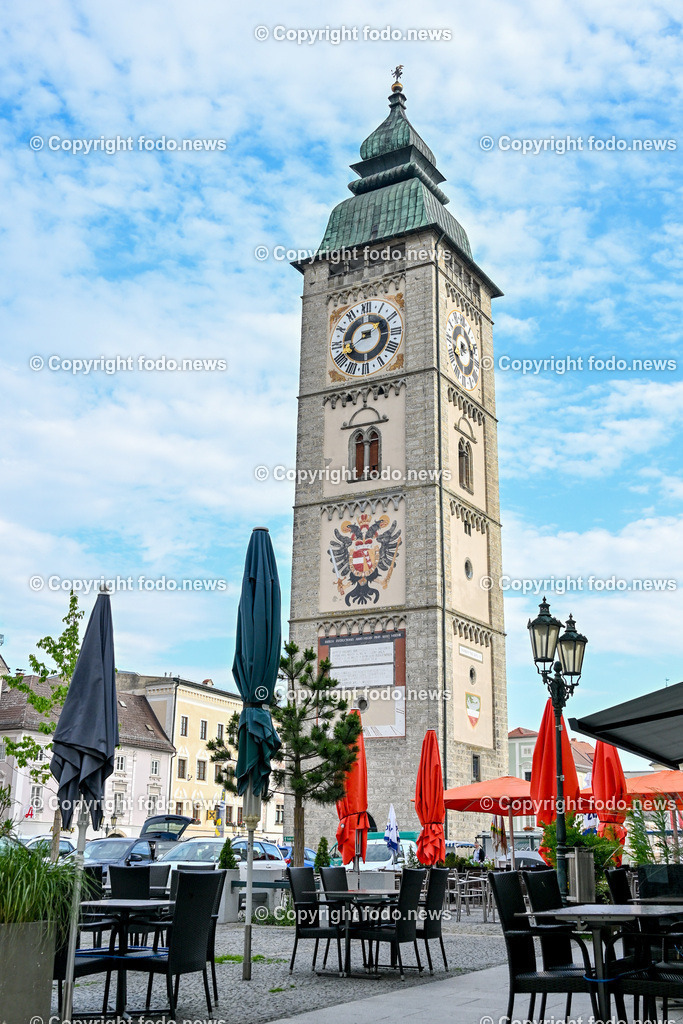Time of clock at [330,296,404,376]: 2:40
